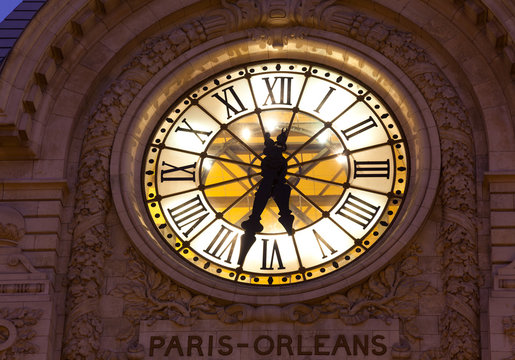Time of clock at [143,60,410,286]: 5:32
